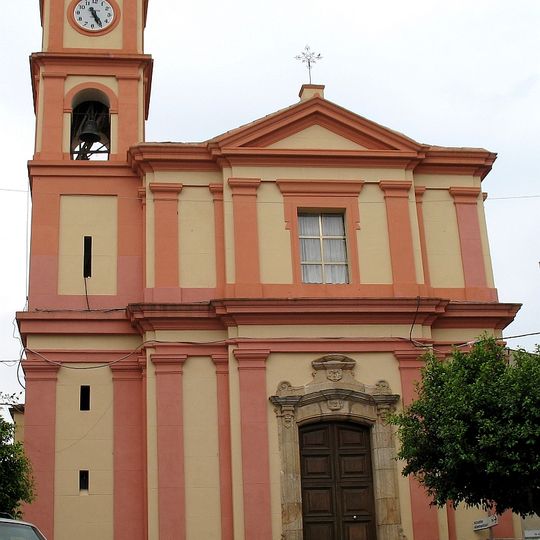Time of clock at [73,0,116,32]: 5:24
